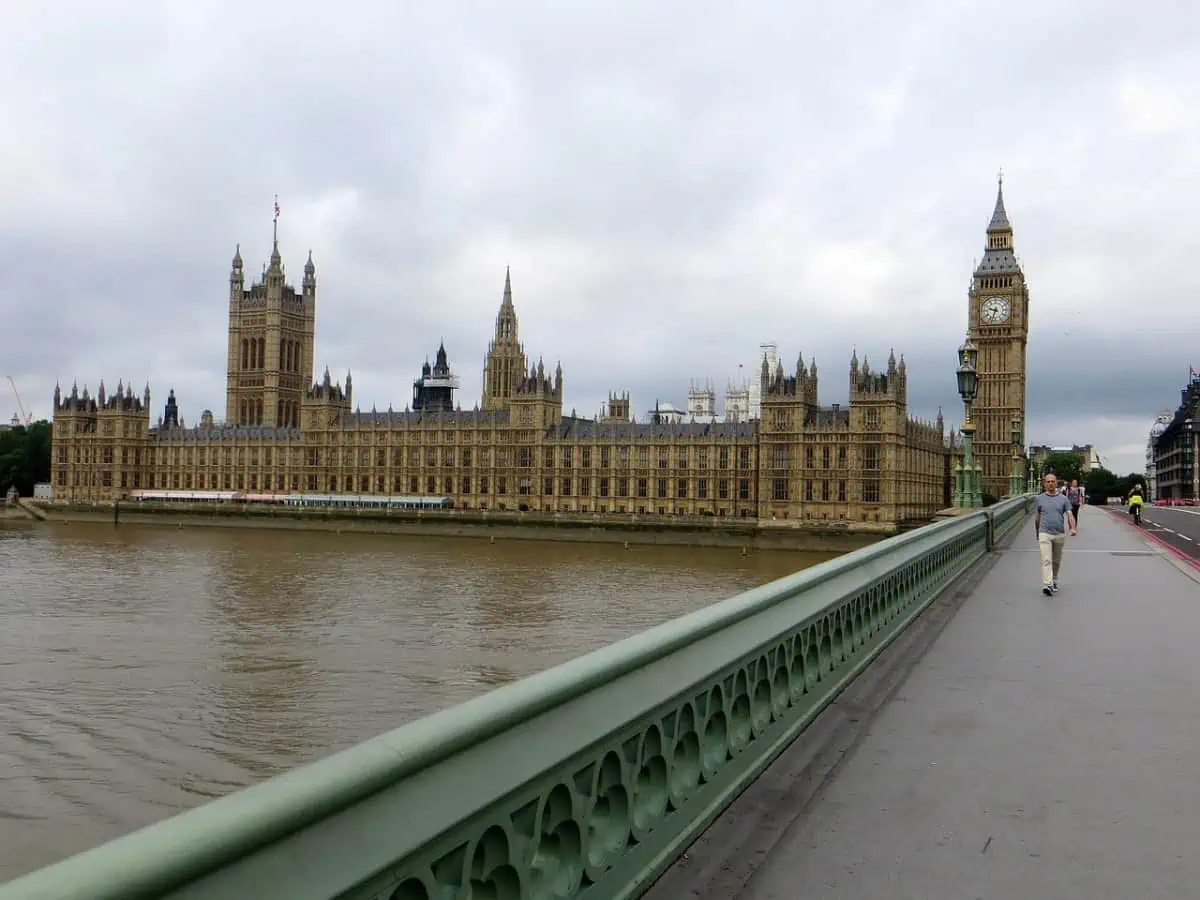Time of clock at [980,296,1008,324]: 9:33
